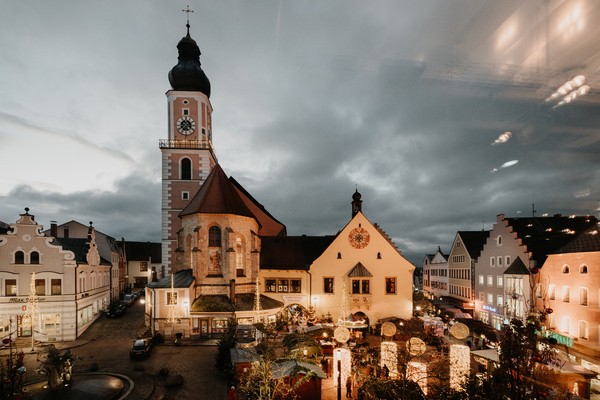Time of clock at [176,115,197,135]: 1:36
